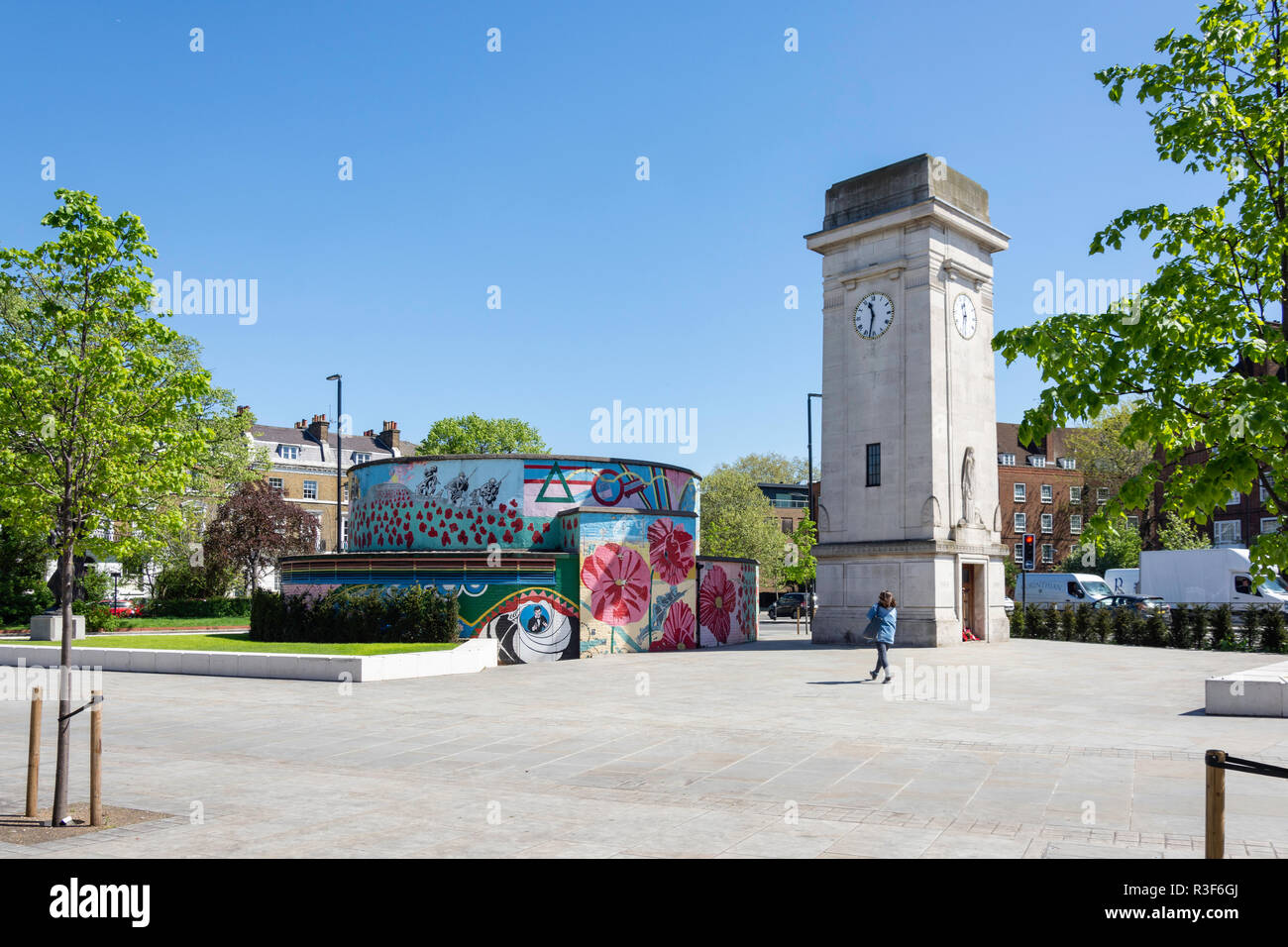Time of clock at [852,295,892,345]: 11:32
